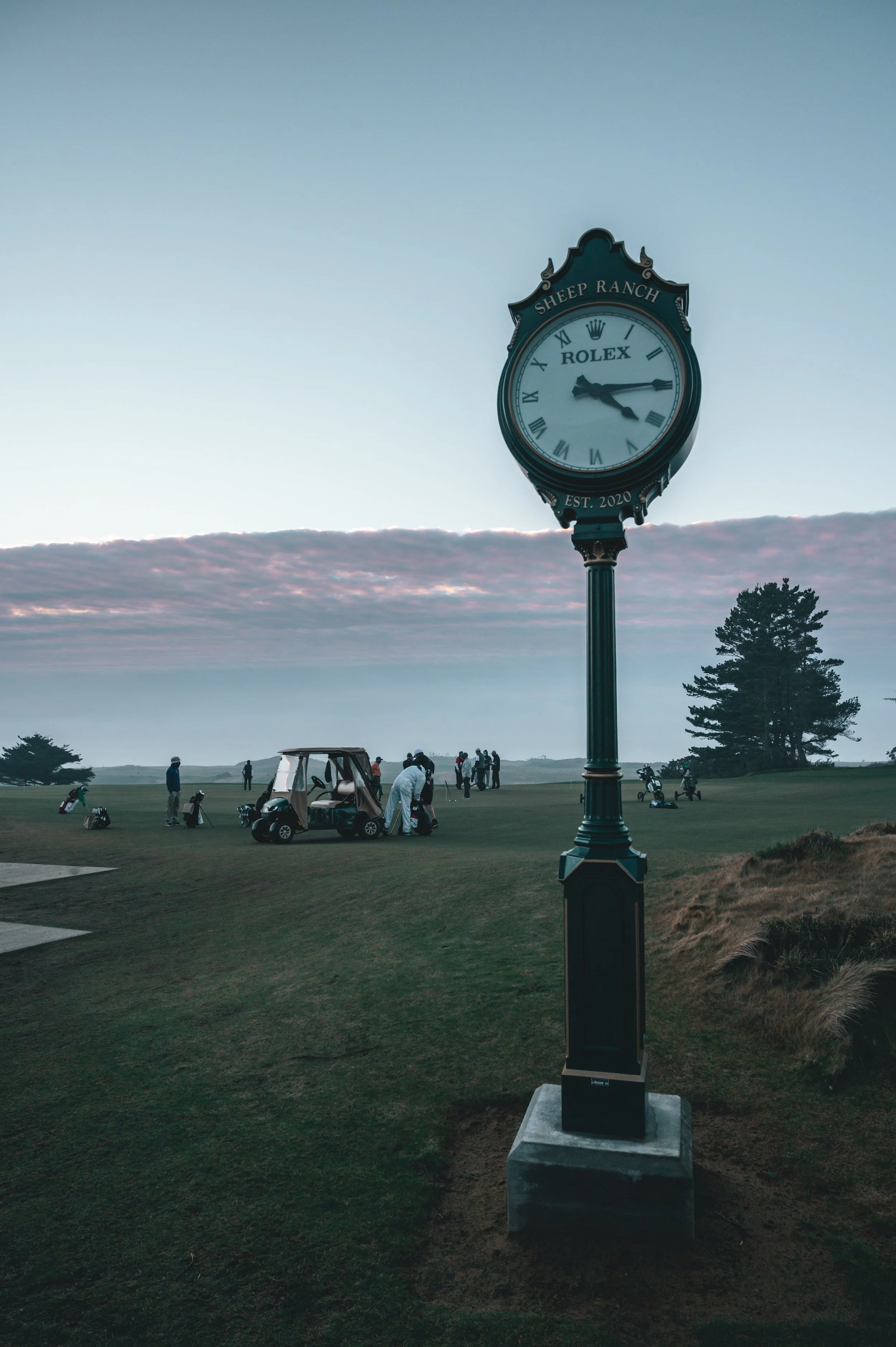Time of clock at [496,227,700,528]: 4:14
